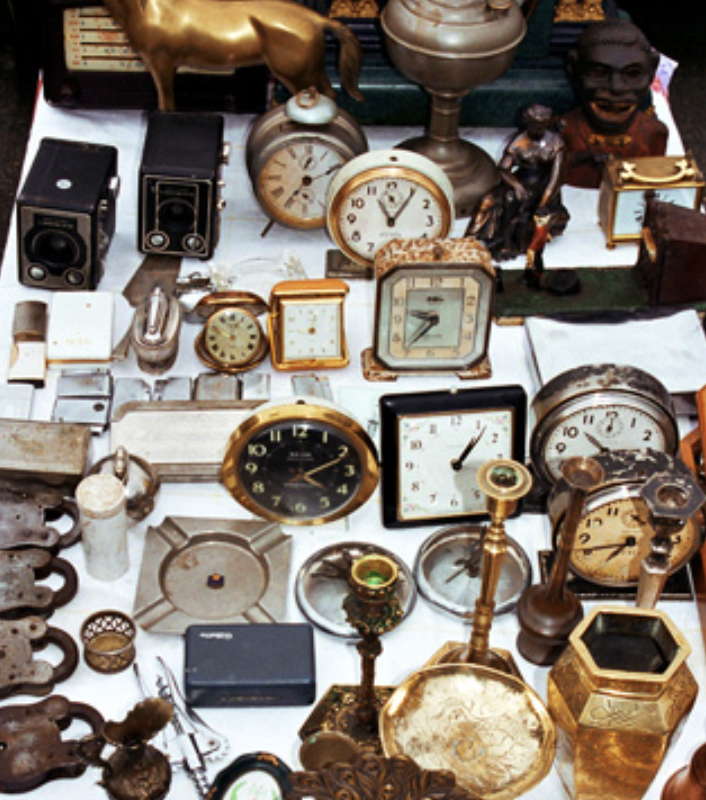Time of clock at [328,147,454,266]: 11:05
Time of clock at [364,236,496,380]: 9:36
